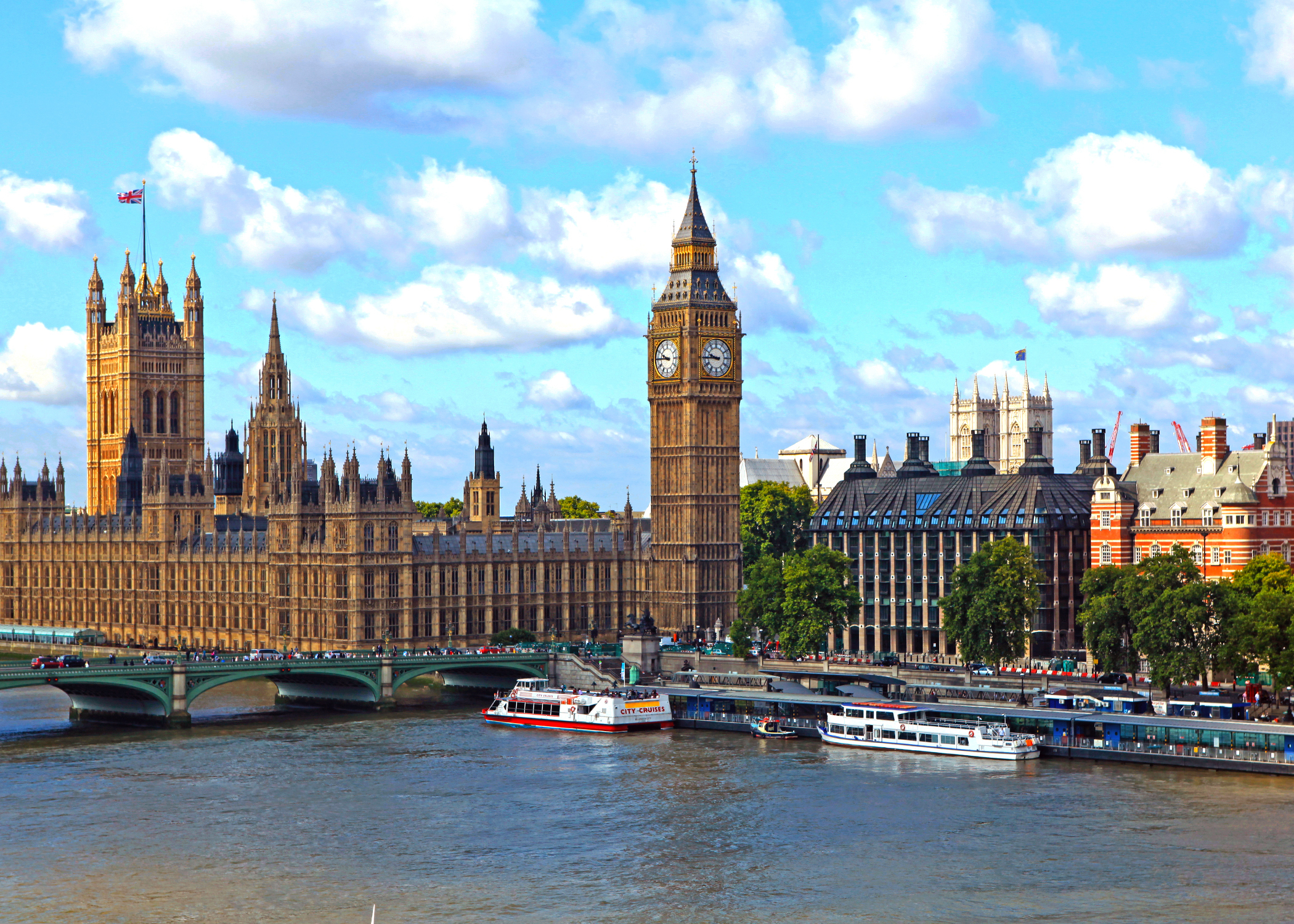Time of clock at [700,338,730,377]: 9:44
